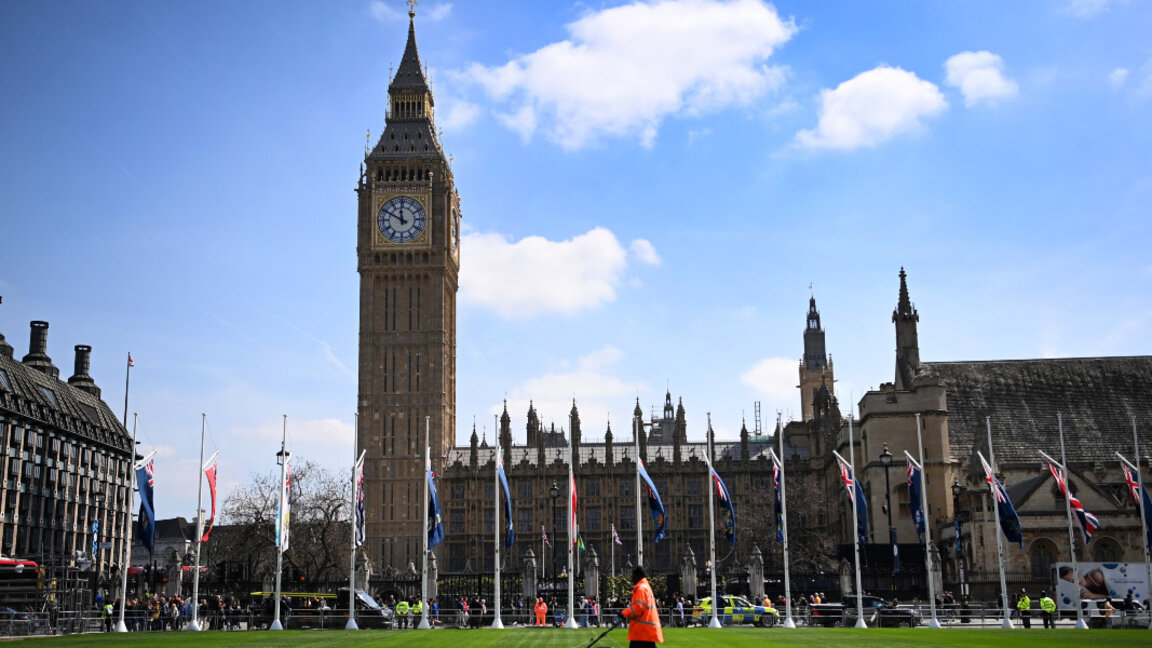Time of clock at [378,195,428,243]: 11:49
